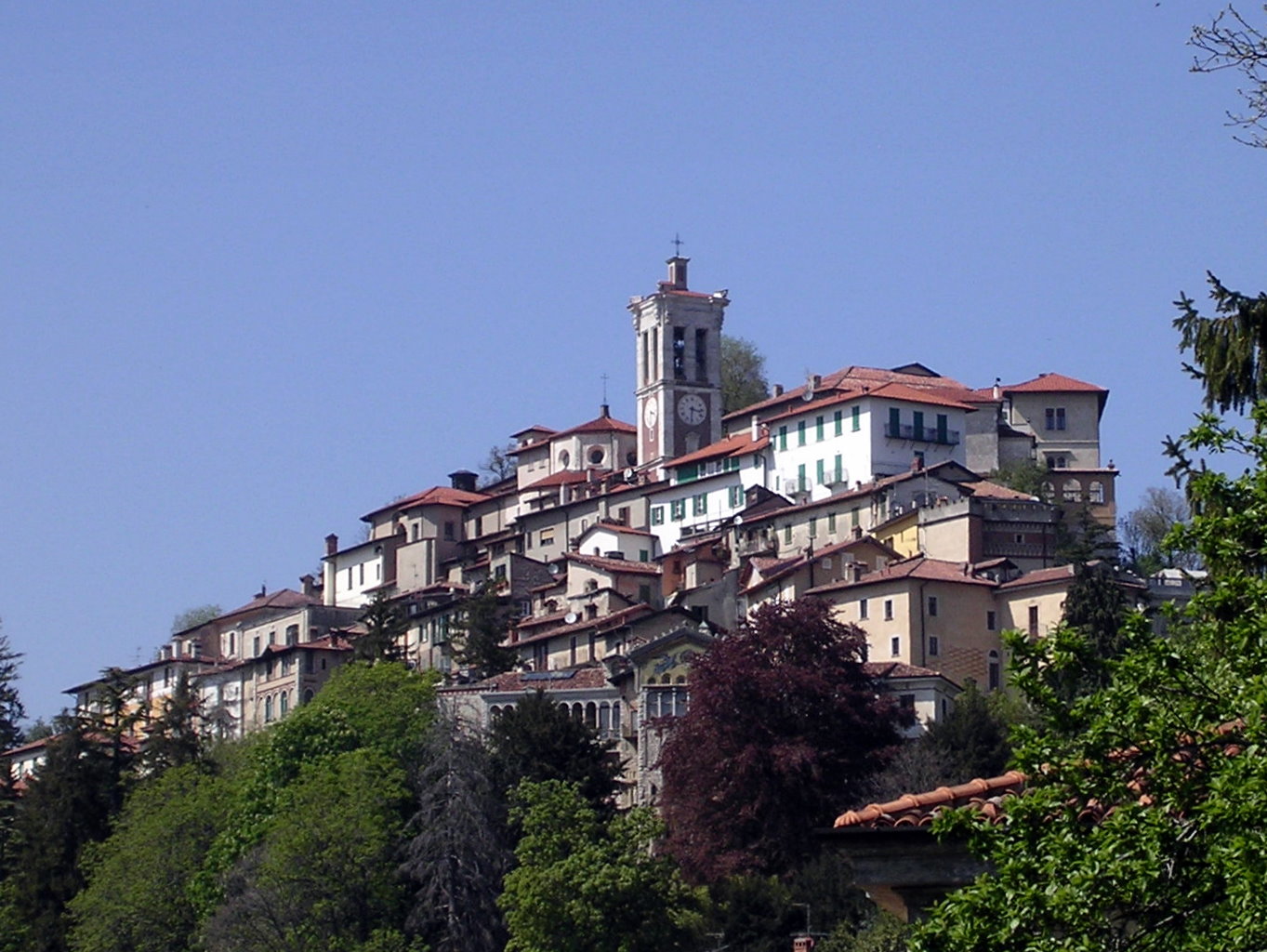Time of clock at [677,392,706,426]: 3:31
